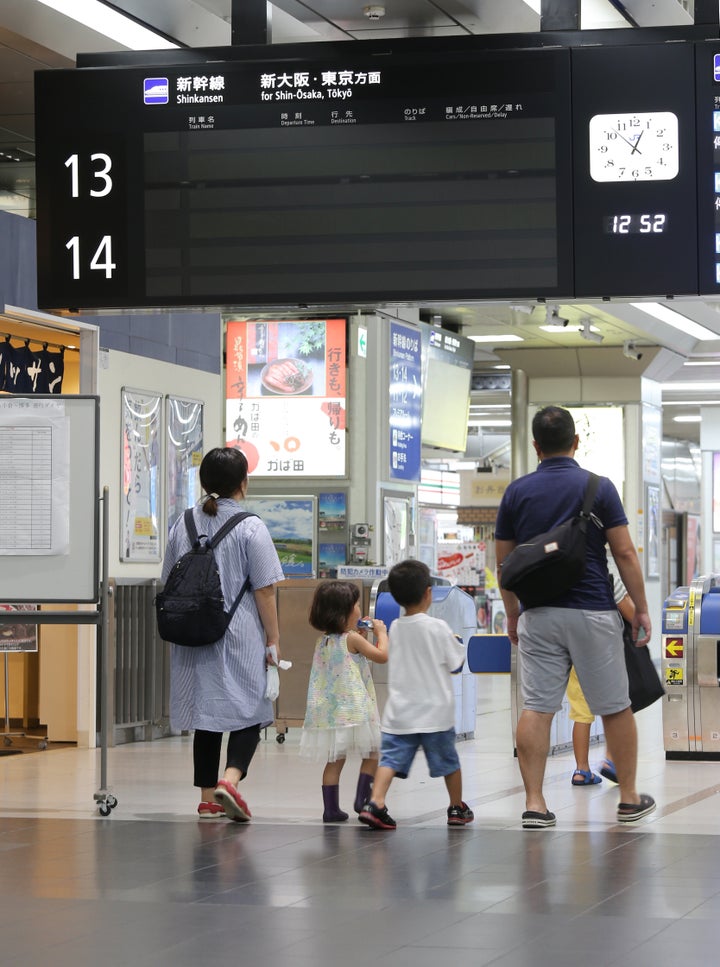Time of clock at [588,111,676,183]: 12:52
